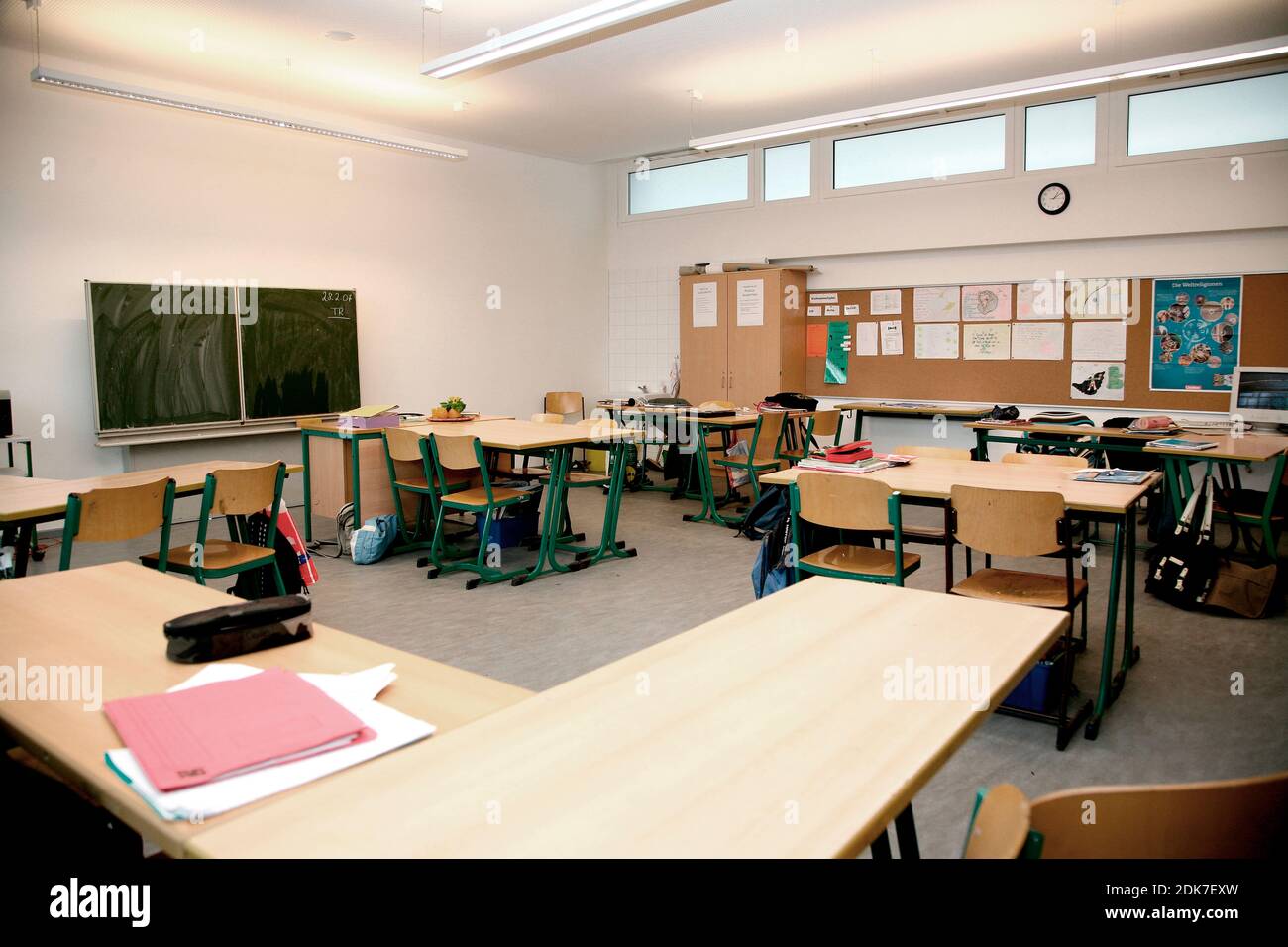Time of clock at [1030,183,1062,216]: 1:09
